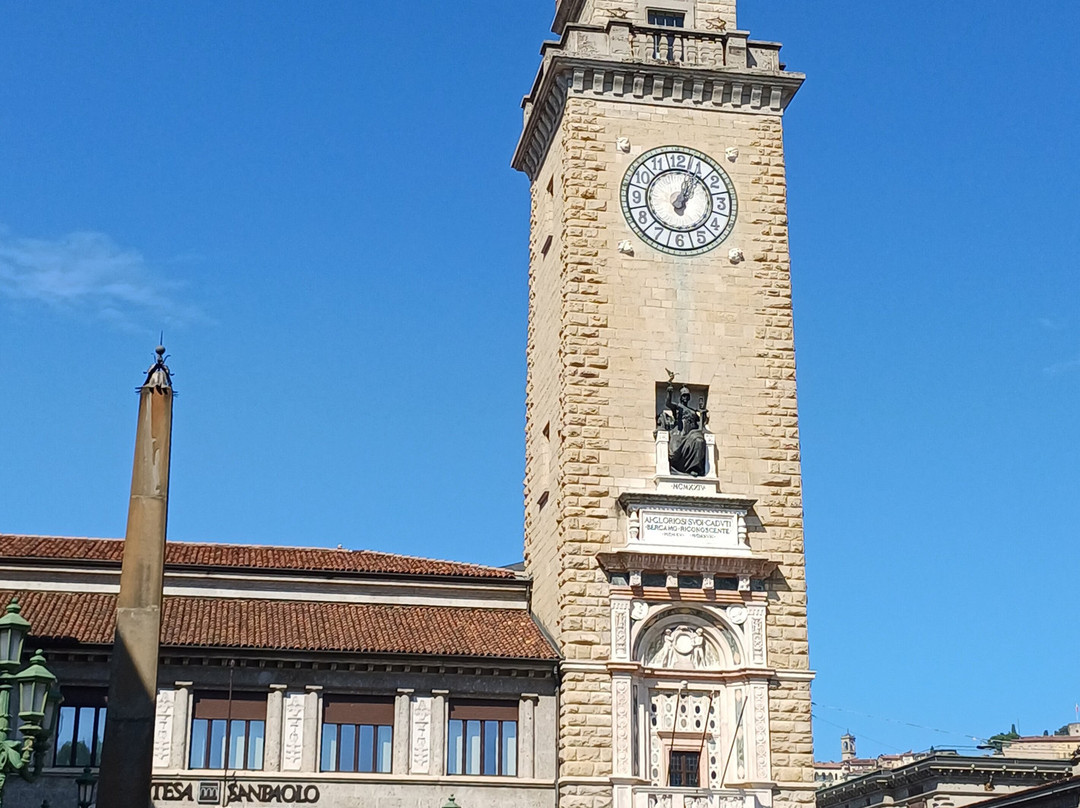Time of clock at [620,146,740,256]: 1:02
